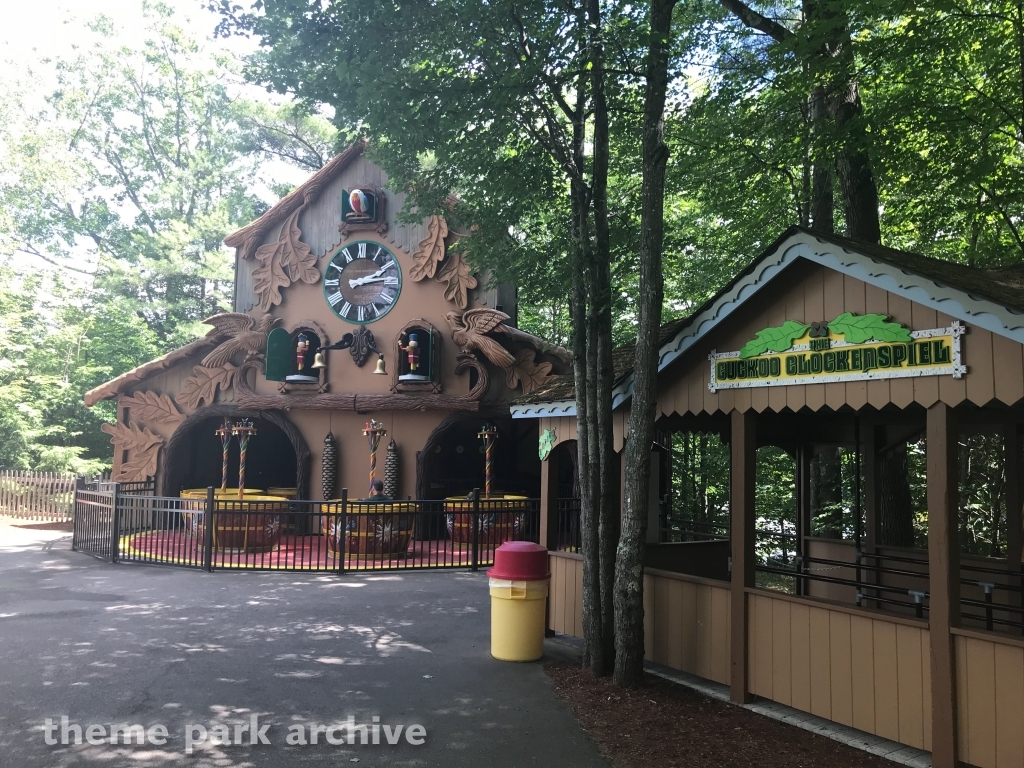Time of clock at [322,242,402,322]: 2:13
